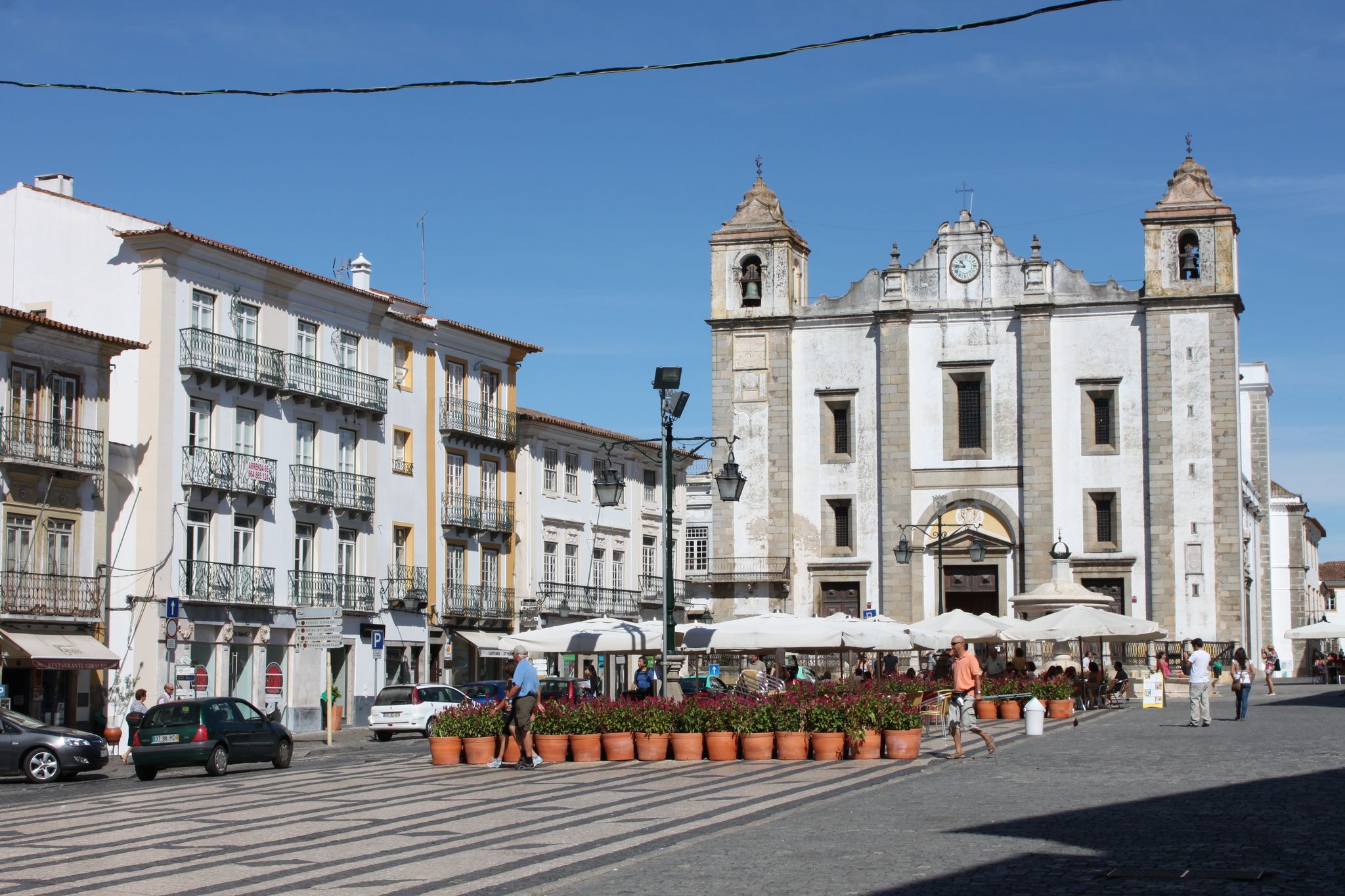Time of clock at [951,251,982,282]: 10:45
